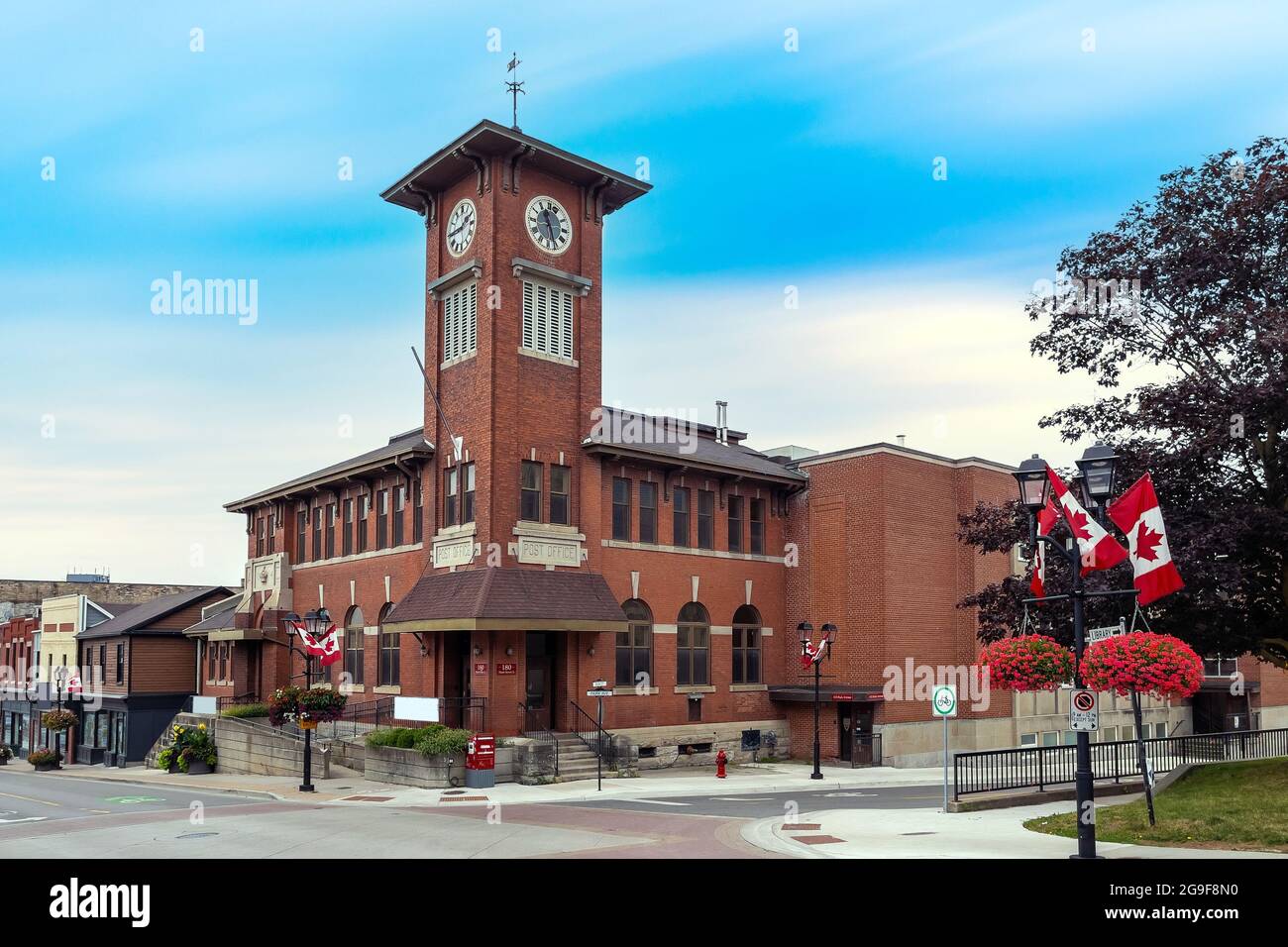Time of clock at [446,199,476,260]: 1:44
